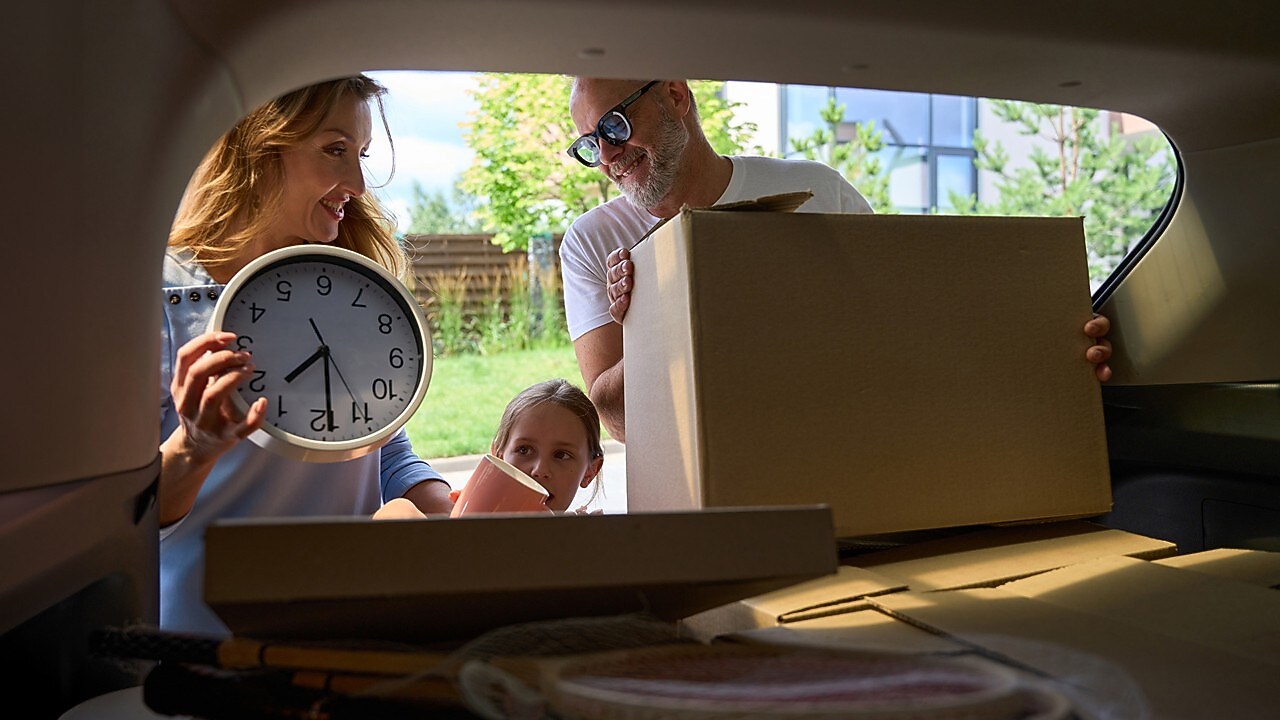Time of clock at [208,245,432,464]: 7:29
